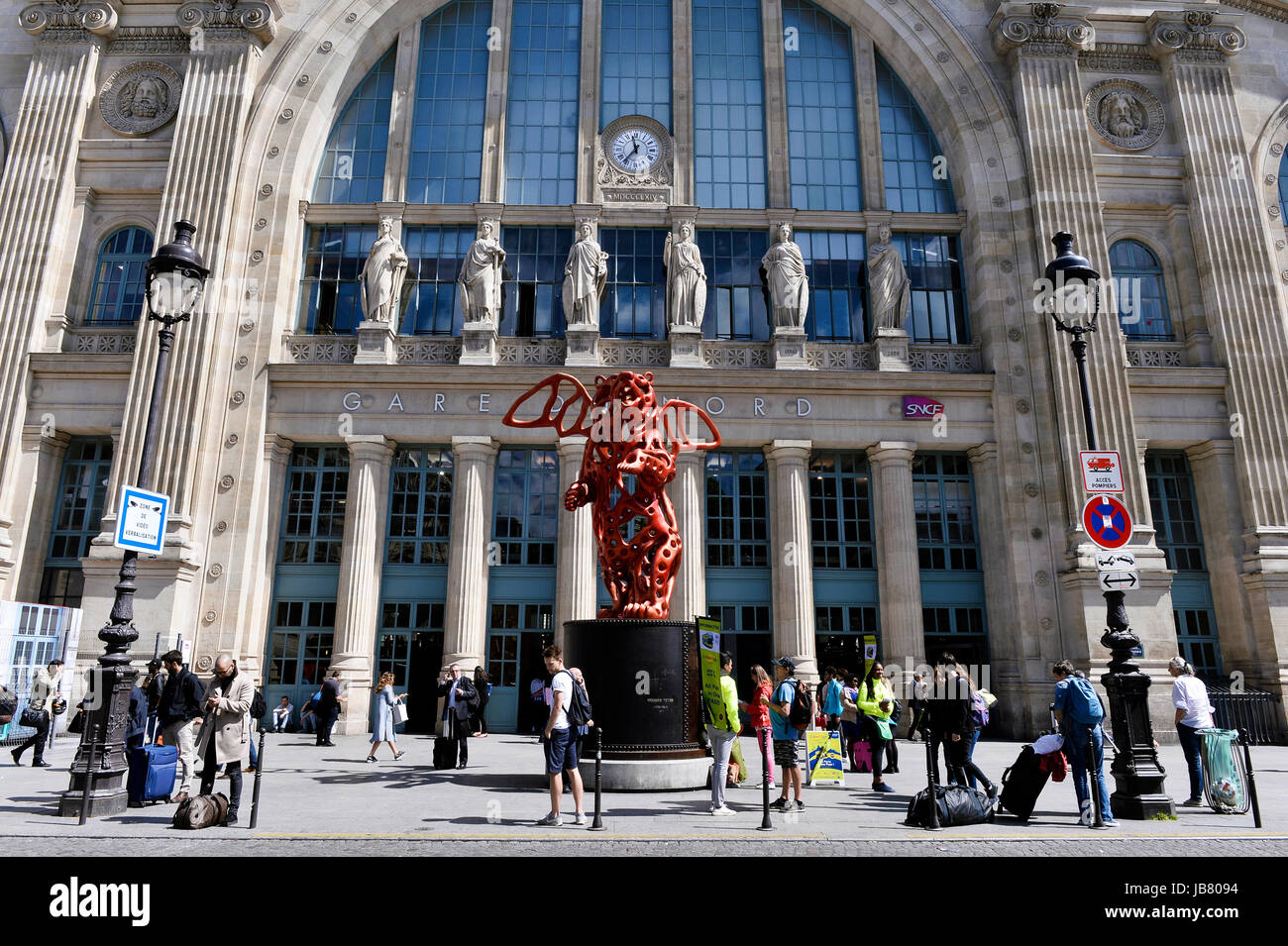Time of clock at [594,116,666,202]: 11:36
